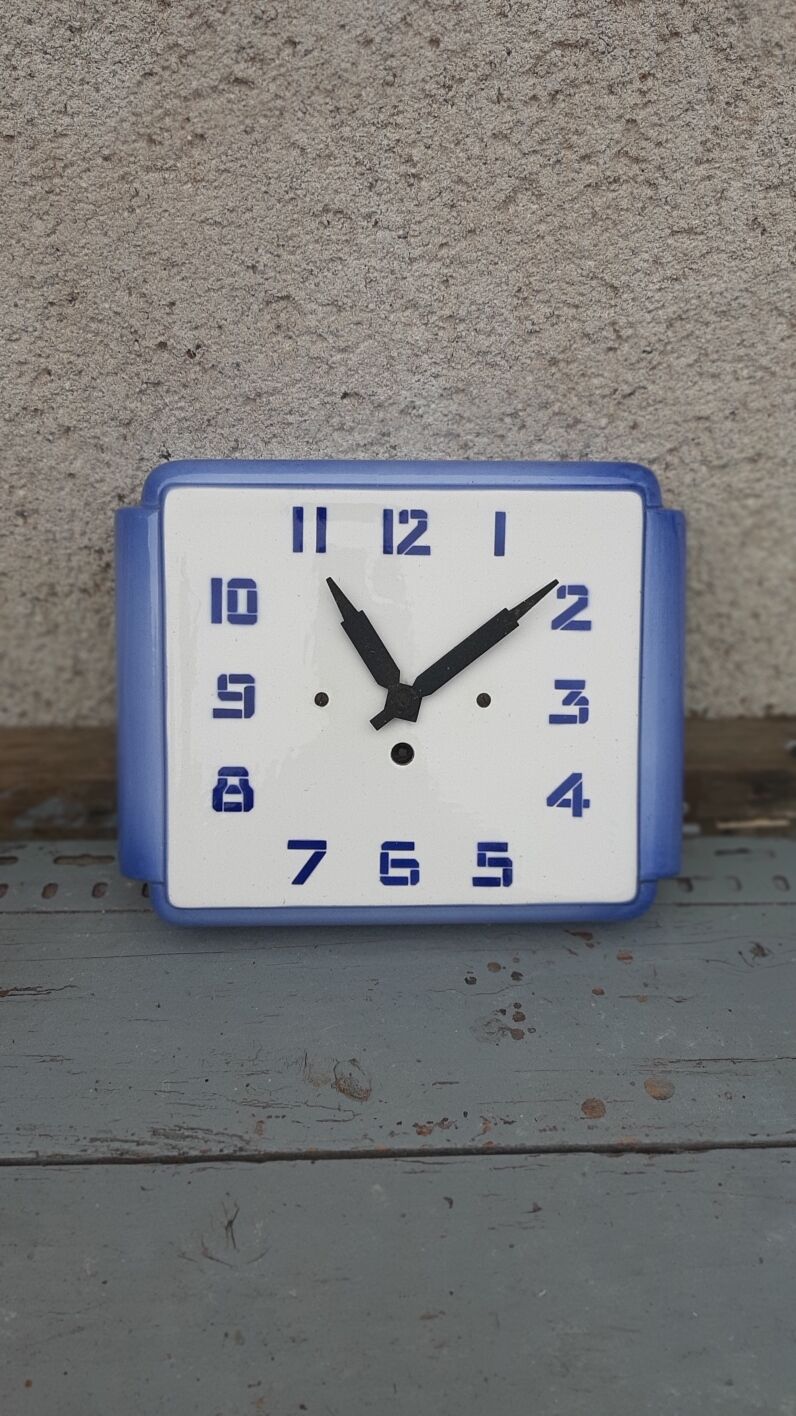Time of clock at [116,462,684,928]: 11:08
